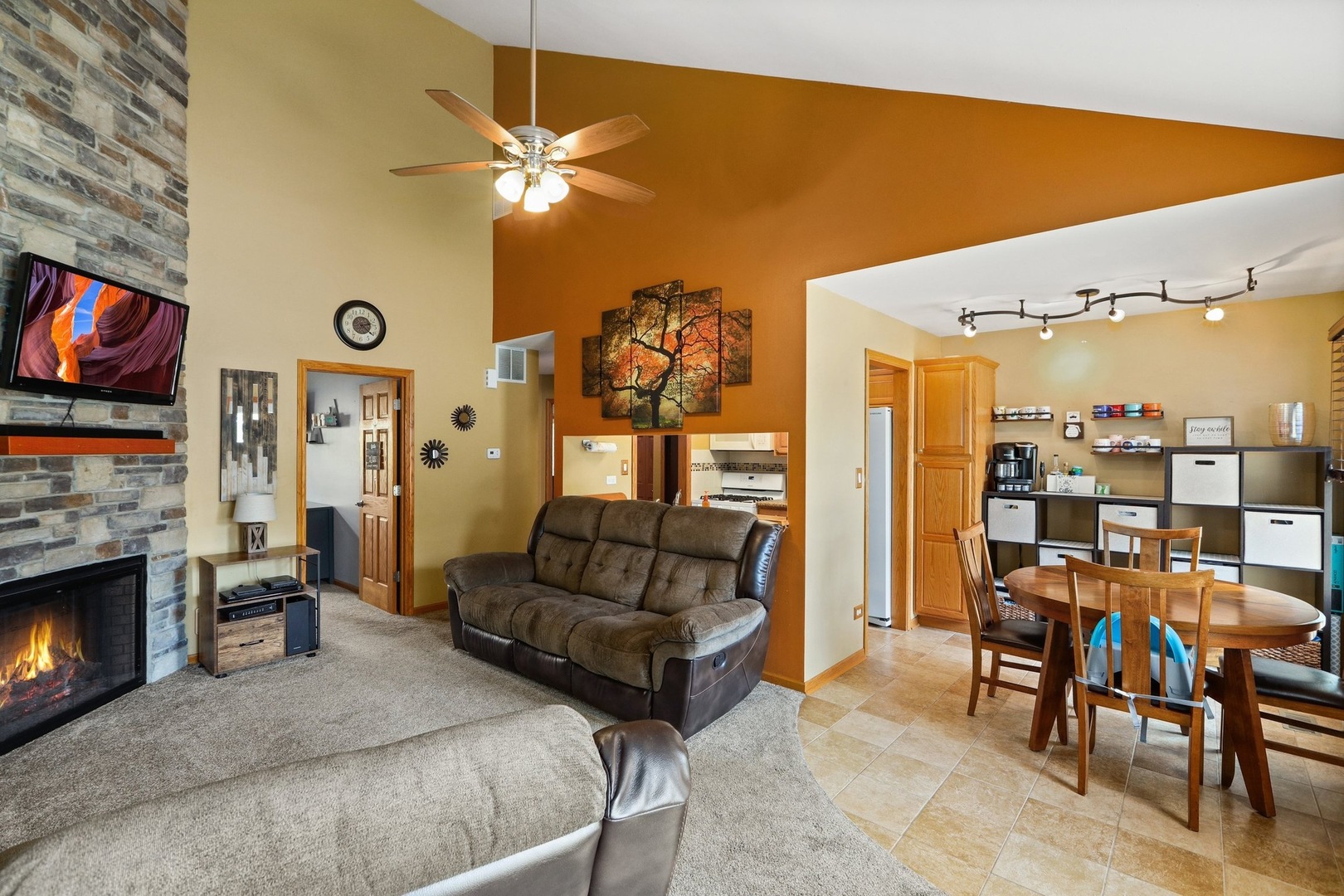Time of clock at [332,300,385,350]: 2:21
